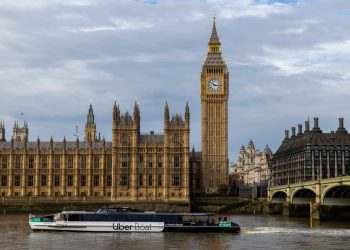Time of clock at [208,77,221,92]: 10:15
